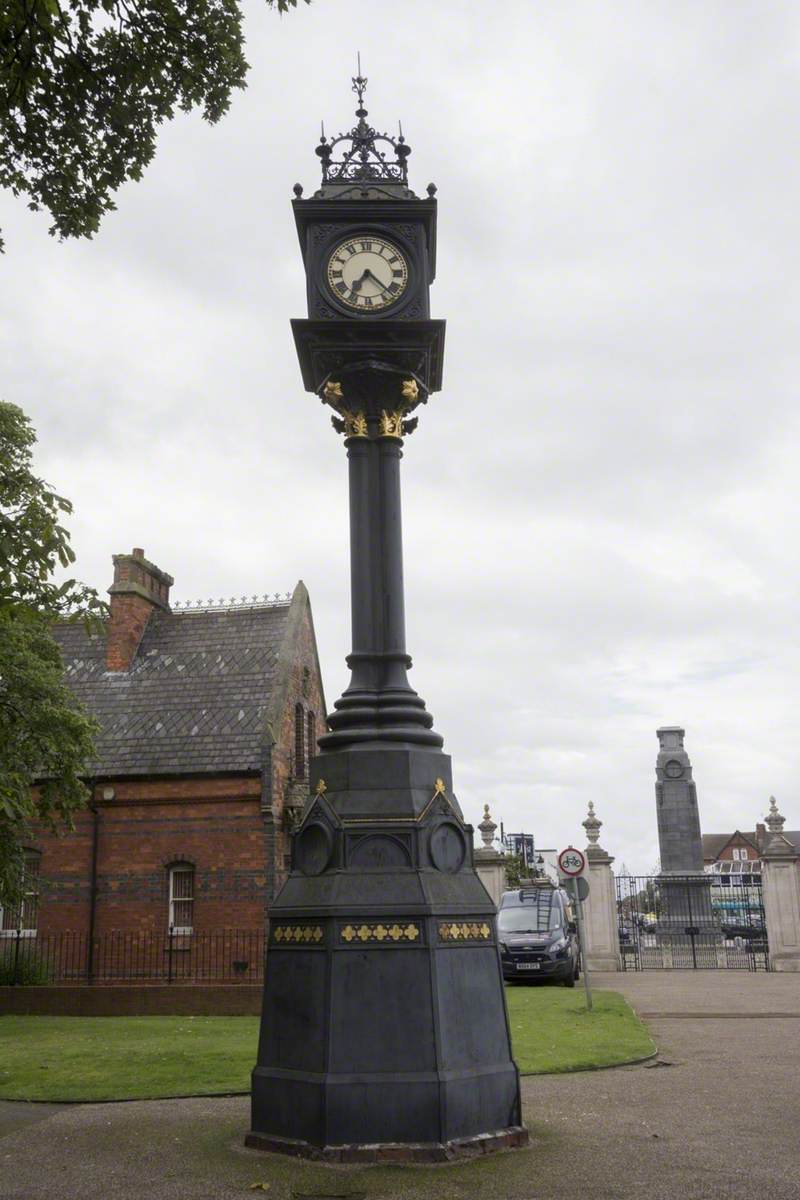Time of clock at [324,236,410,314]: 7:22
